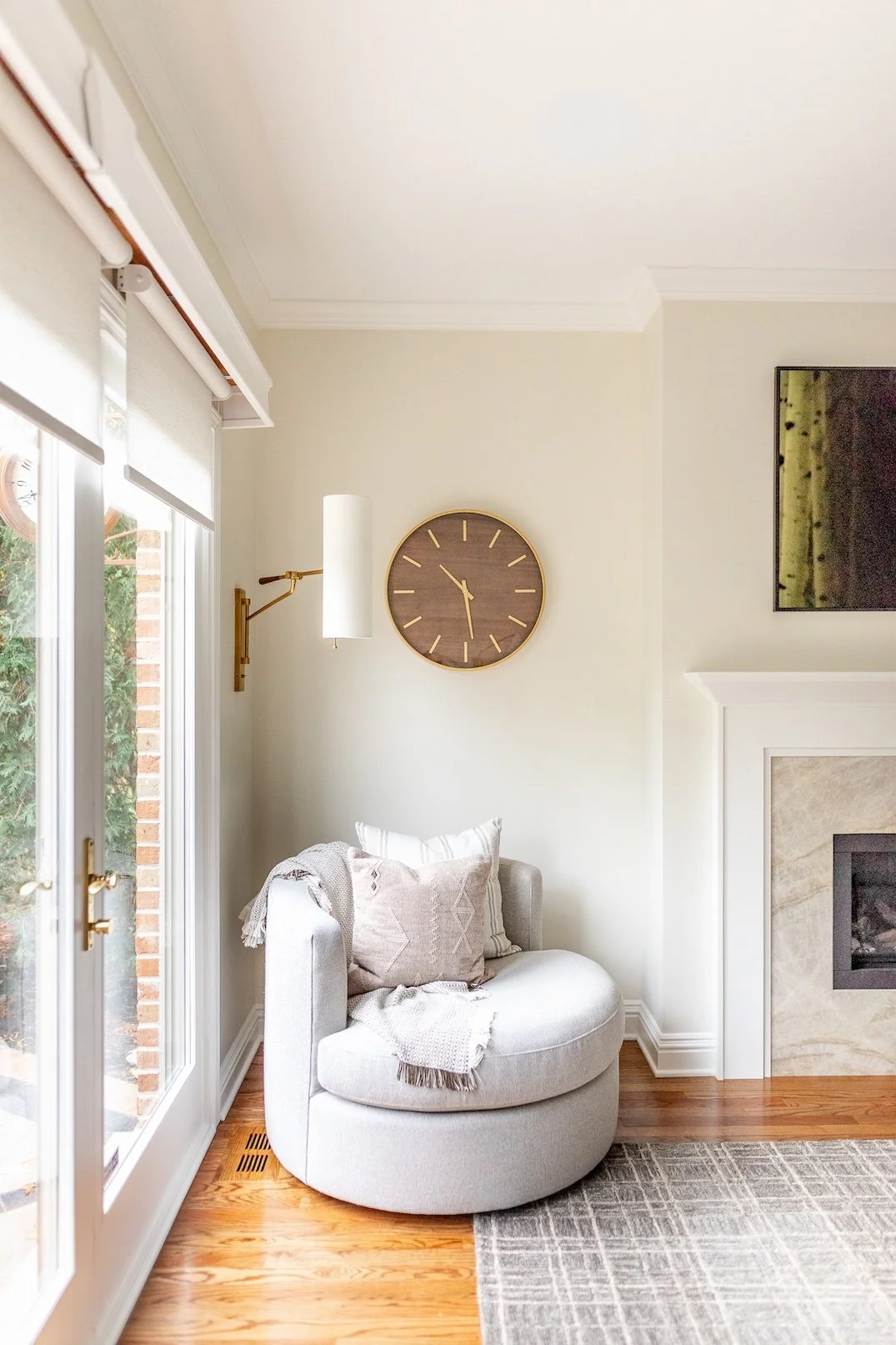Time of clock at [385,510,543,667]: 10:28
